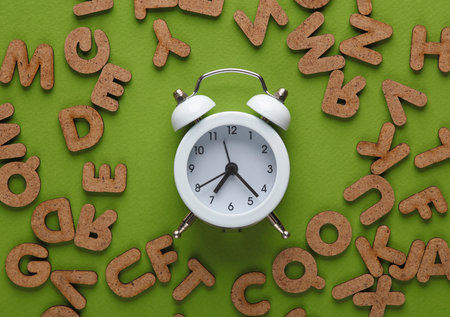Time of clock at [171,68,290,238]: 7:22
